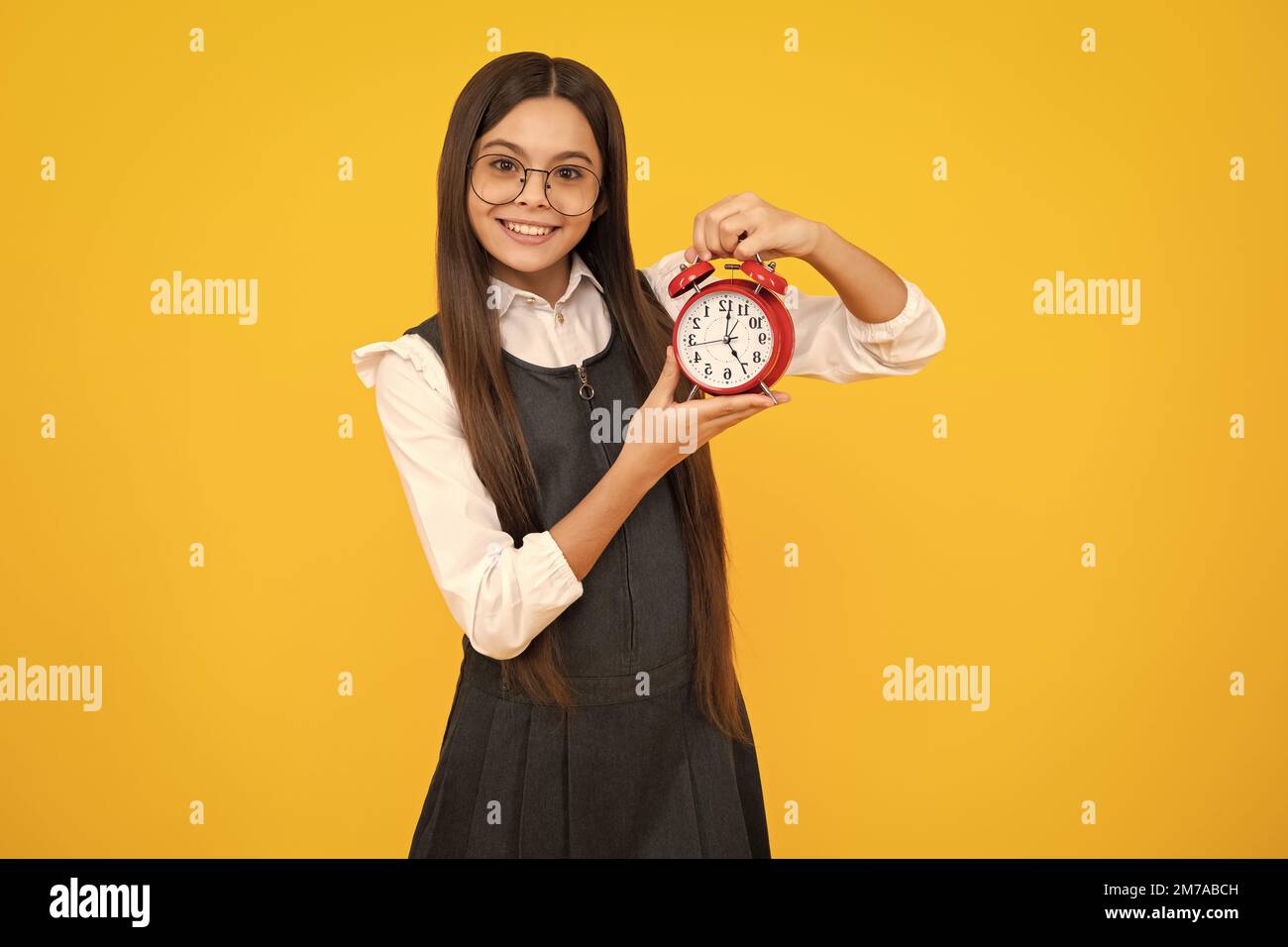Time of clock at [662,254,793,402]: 5:01
